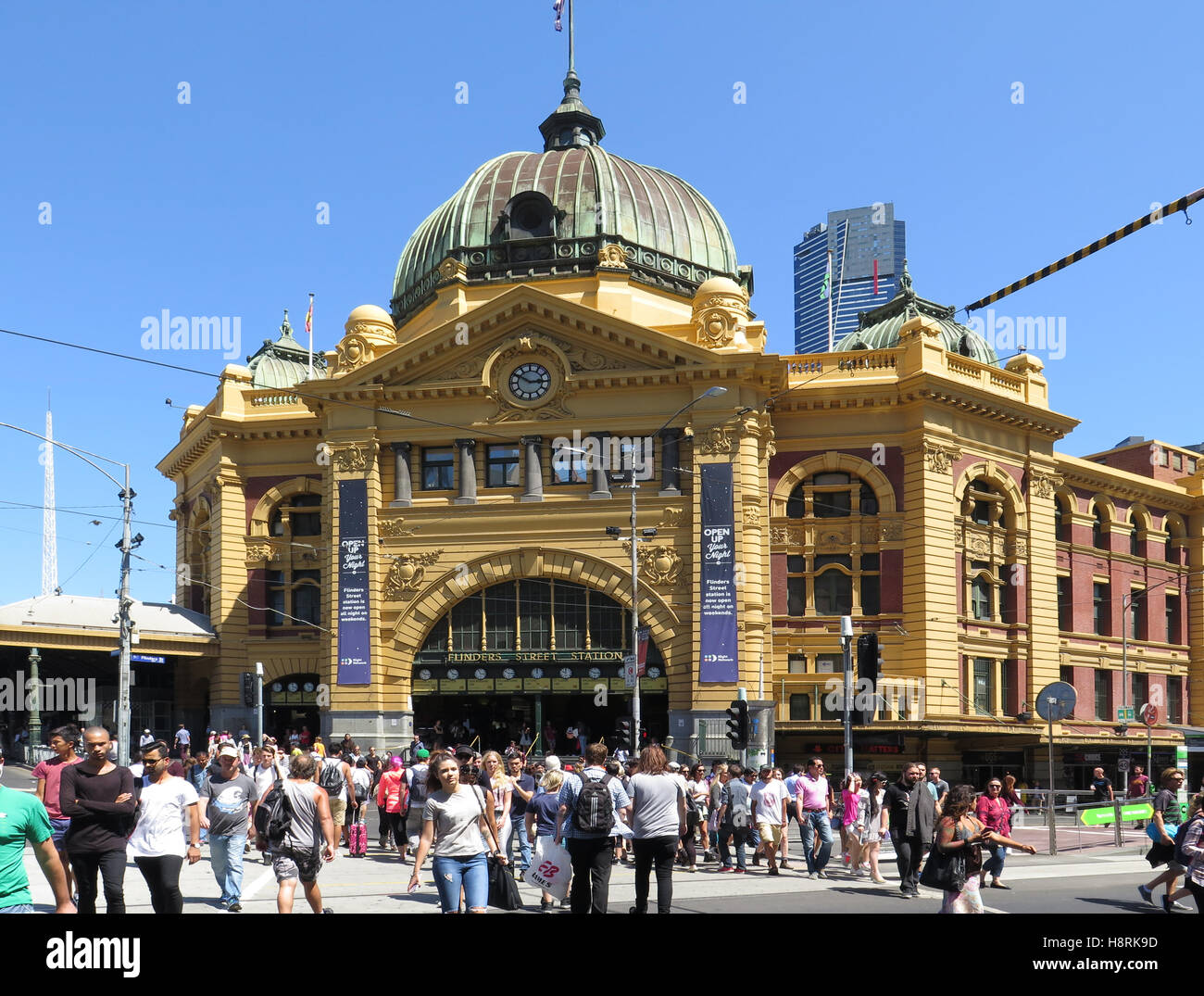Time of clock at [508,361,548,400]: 2:50
